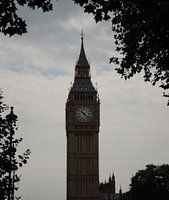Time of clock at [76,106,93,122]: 10:22
